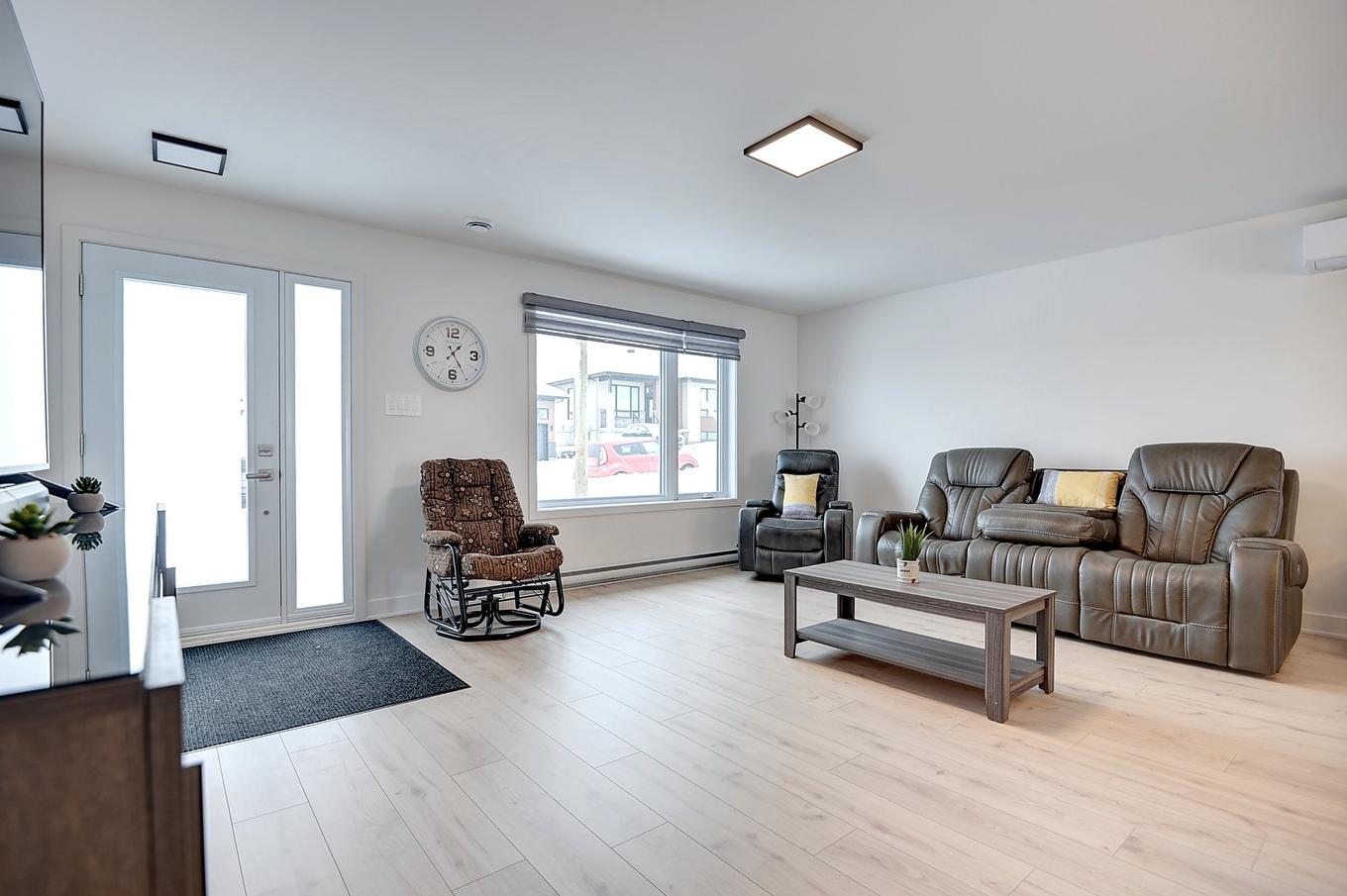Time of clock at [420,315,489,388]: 1:24
